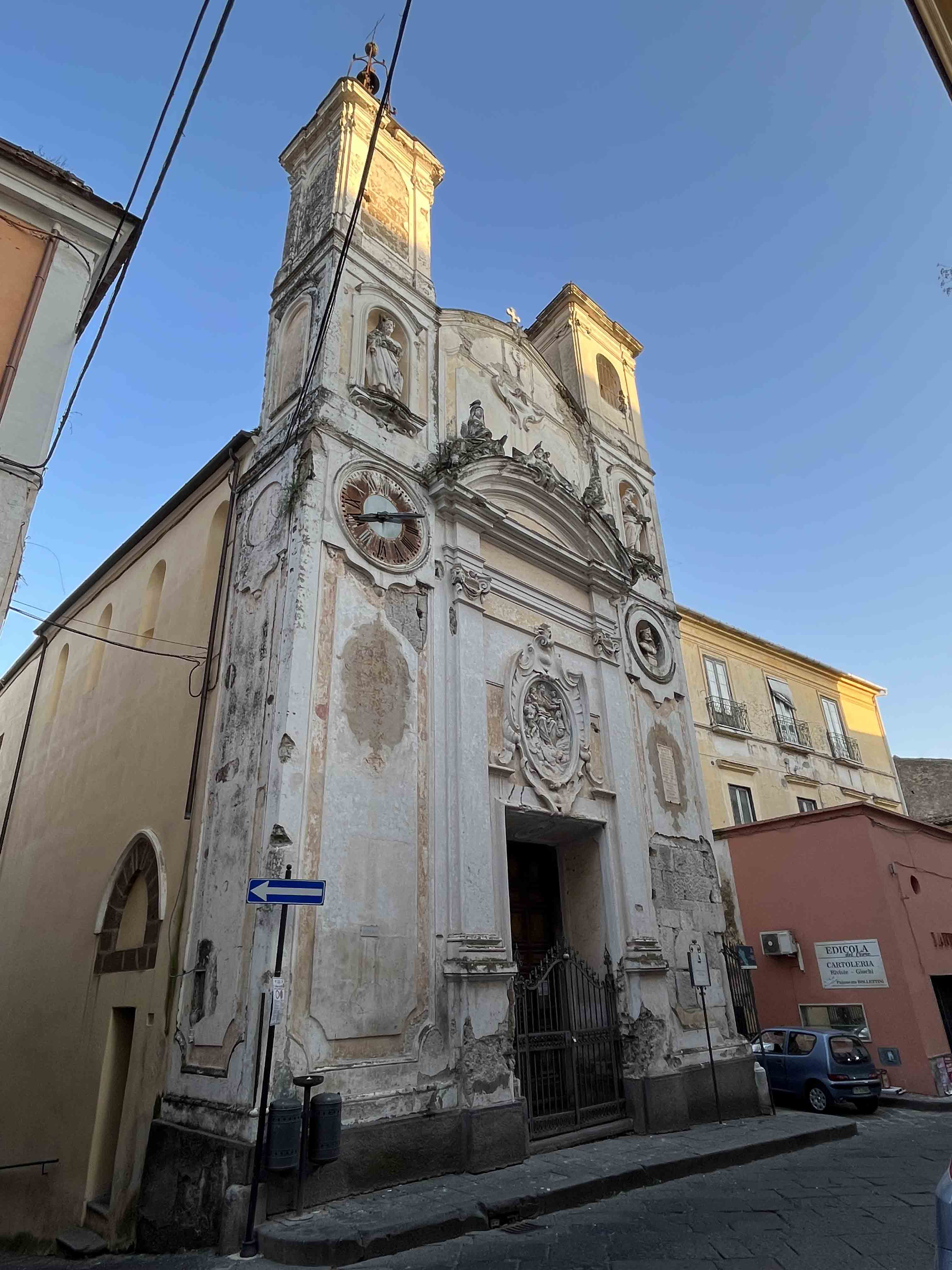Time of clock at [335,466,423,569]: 8:11
